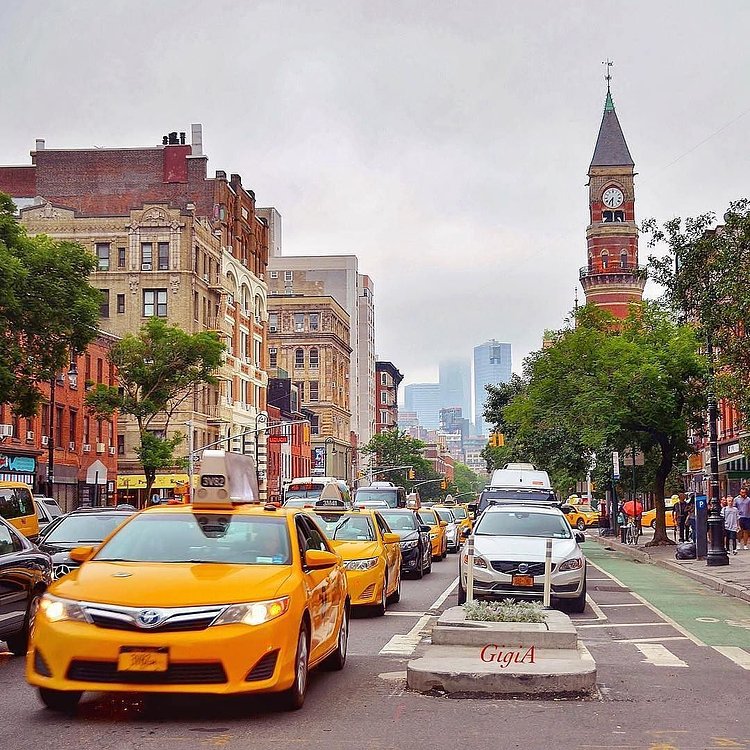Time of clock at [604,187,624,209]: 7:30
